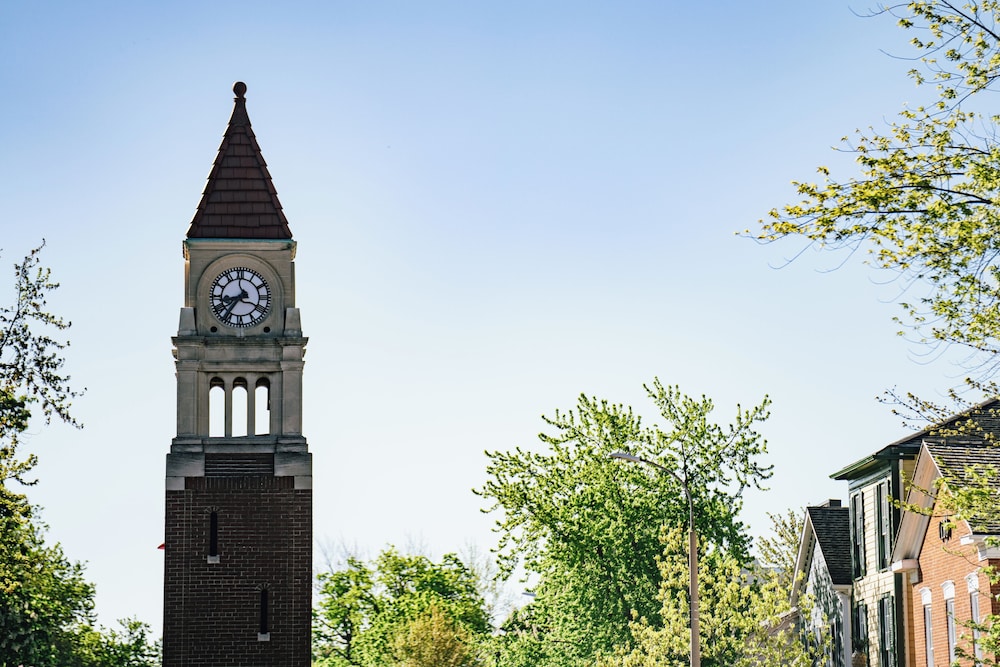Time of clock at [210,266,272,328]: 8:36
